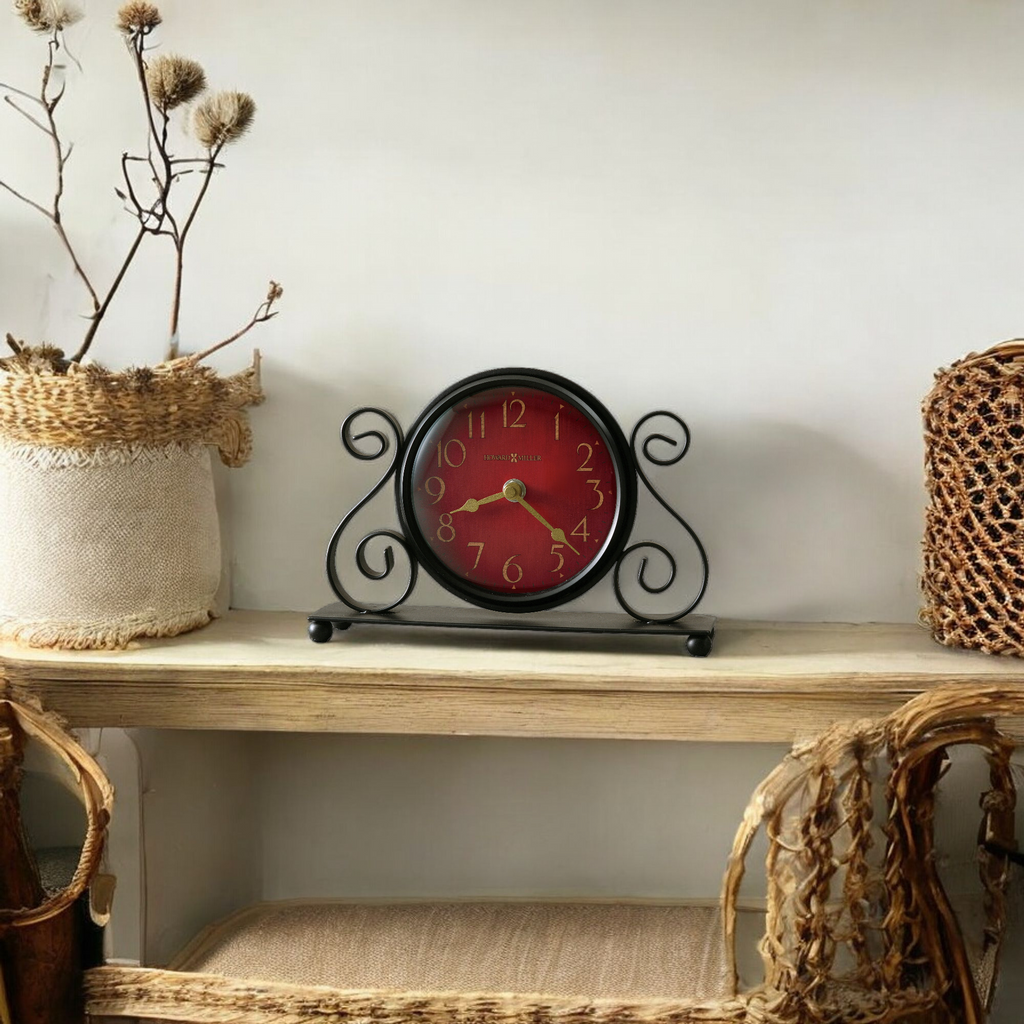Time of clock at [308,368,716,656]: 8:22
